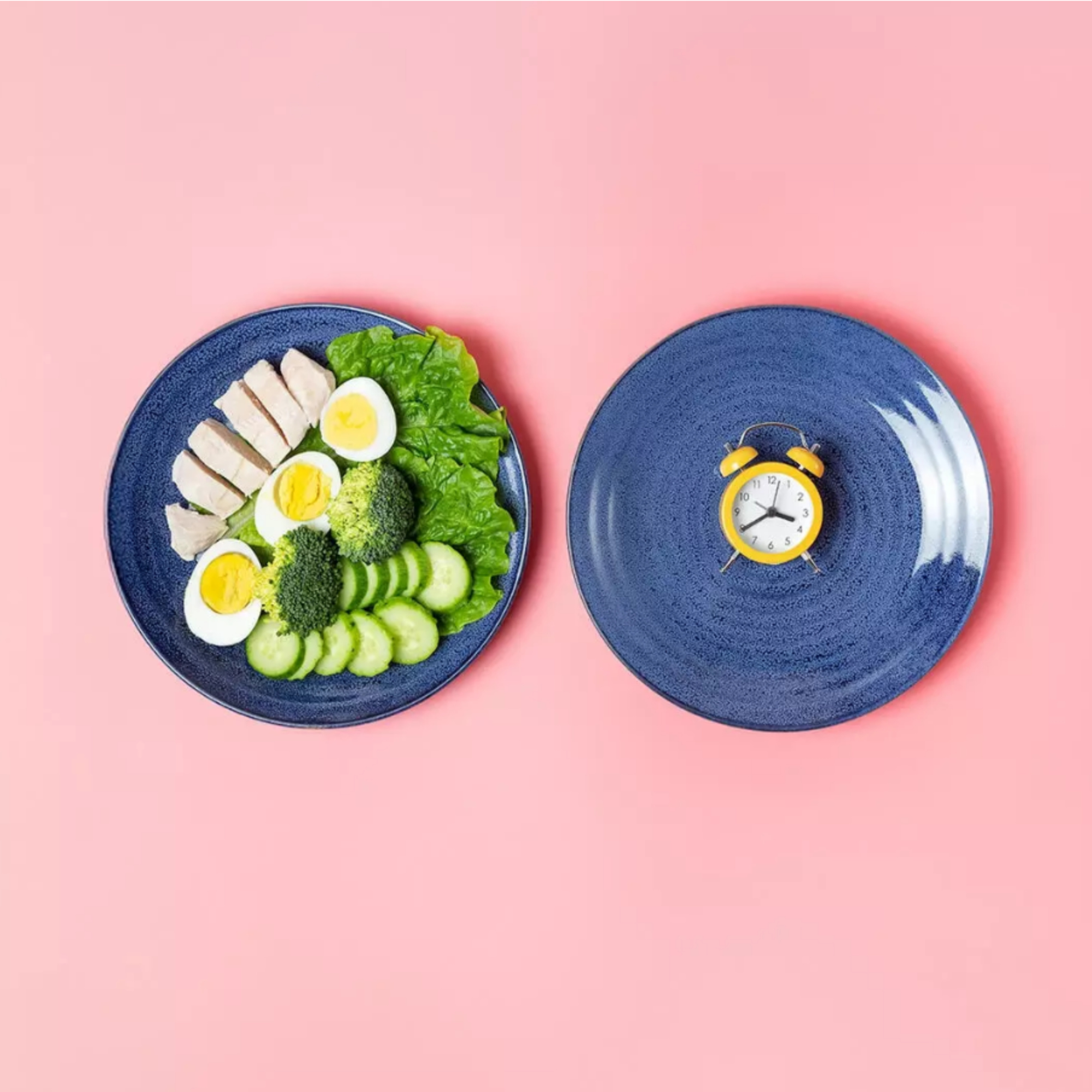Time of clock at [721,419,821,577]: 3:39
